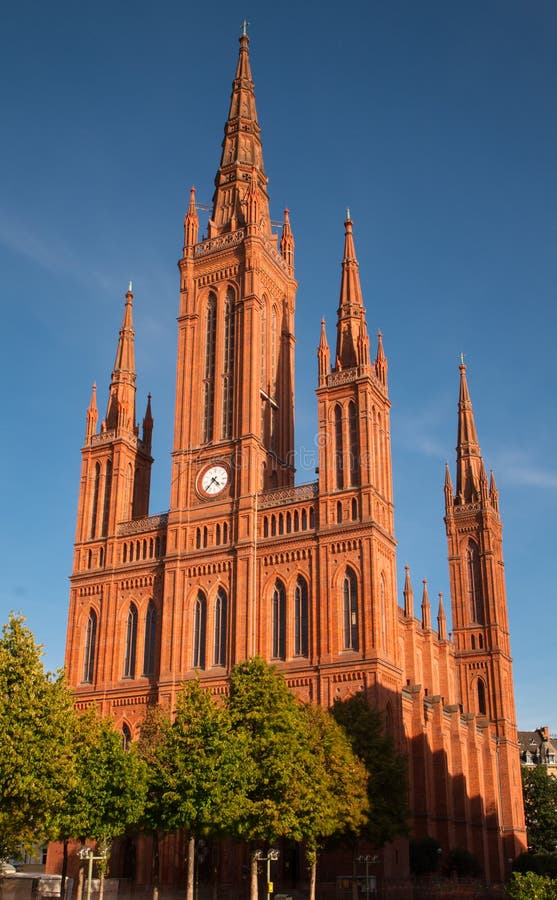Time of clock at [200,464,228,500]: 4:37
